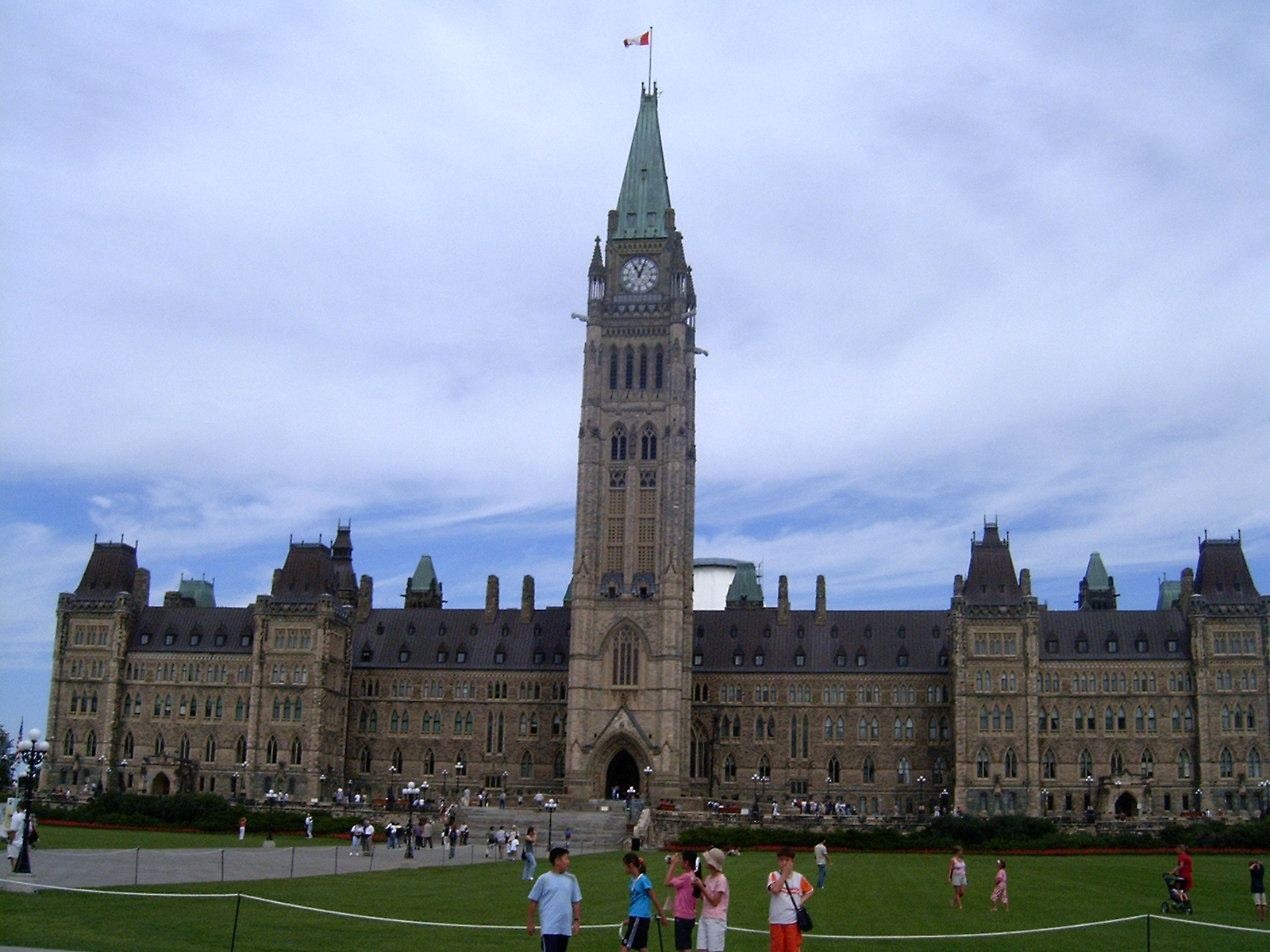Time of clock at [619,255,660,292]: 11:03
